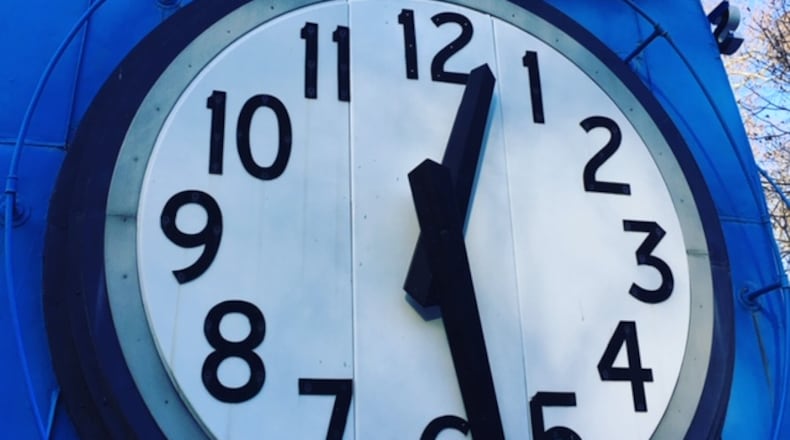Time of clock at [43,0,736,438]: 12:28
